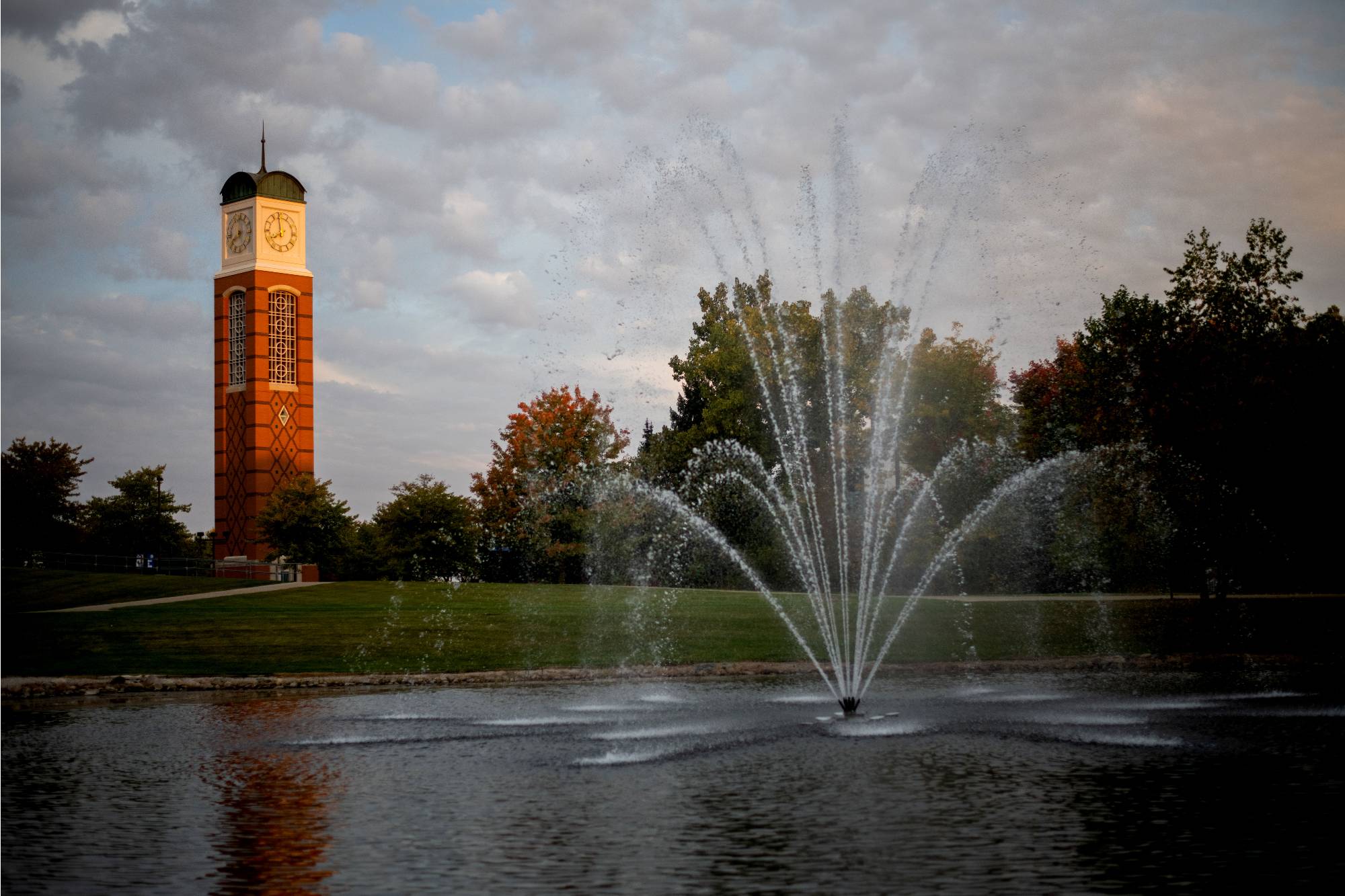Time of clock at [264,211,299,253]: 7:58
